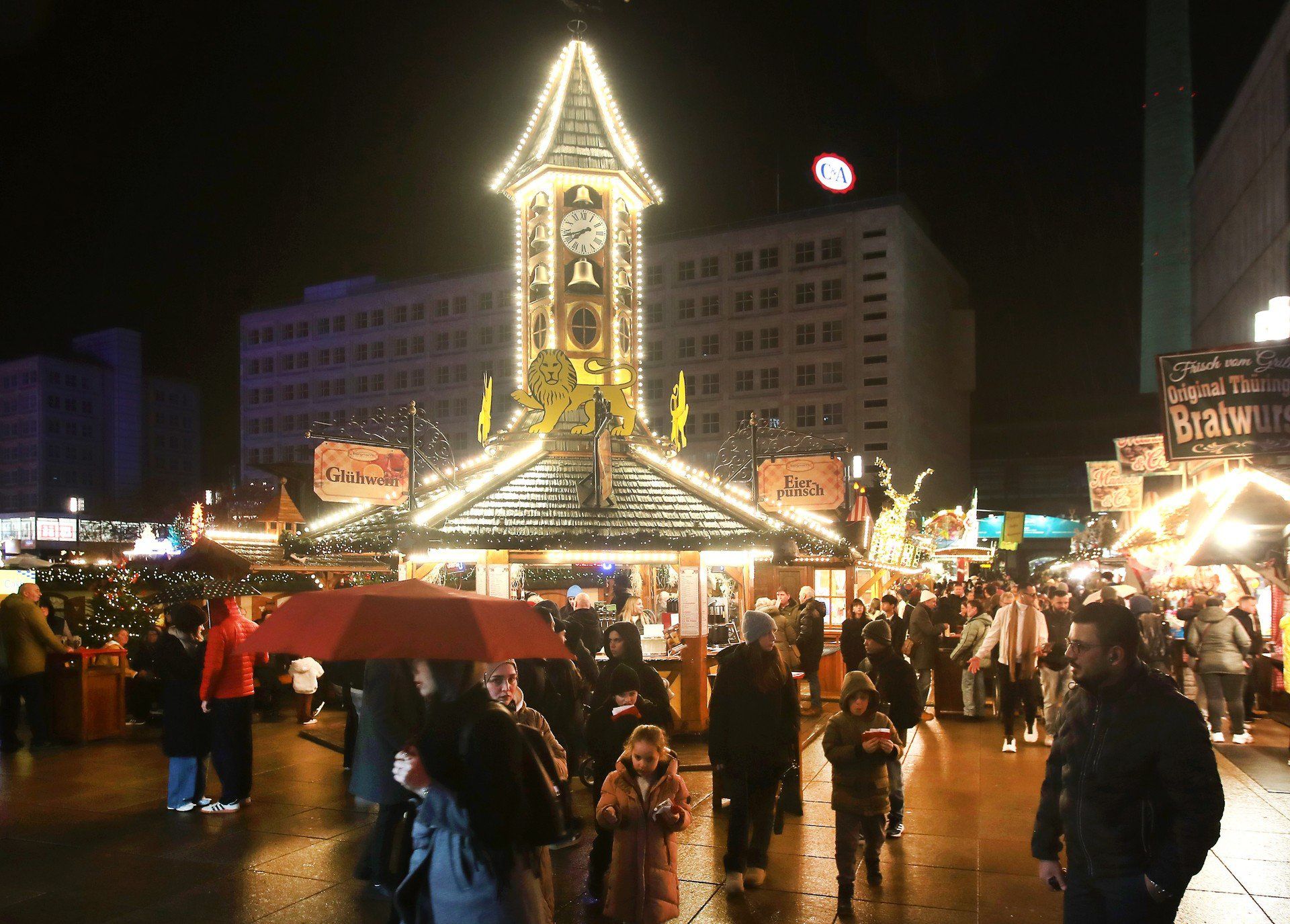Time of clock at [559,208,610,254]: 7:42
